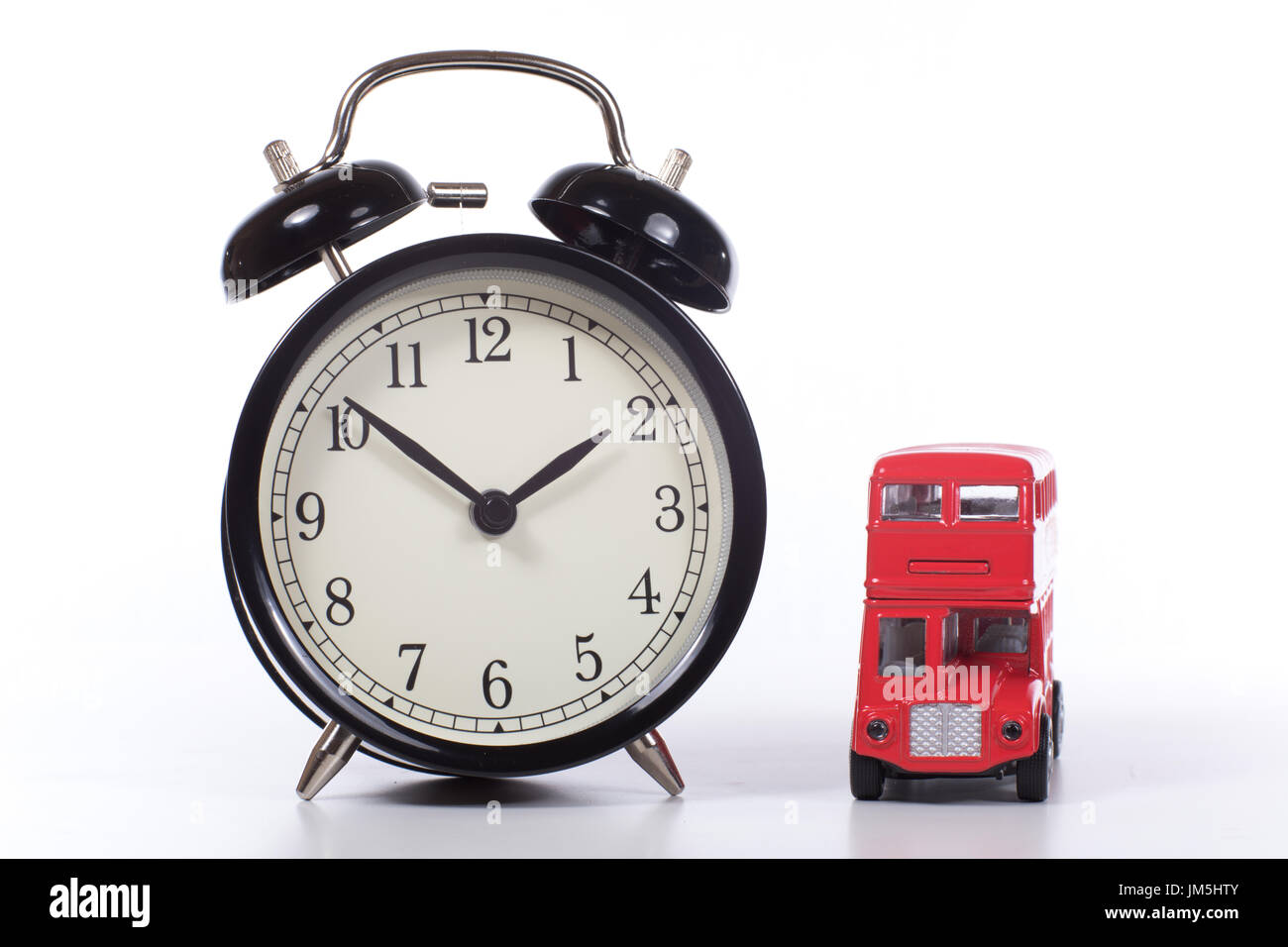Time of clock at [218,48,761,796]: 1:51
